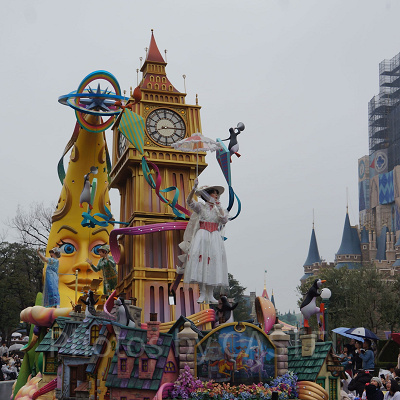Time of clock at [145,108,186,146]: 8:15
